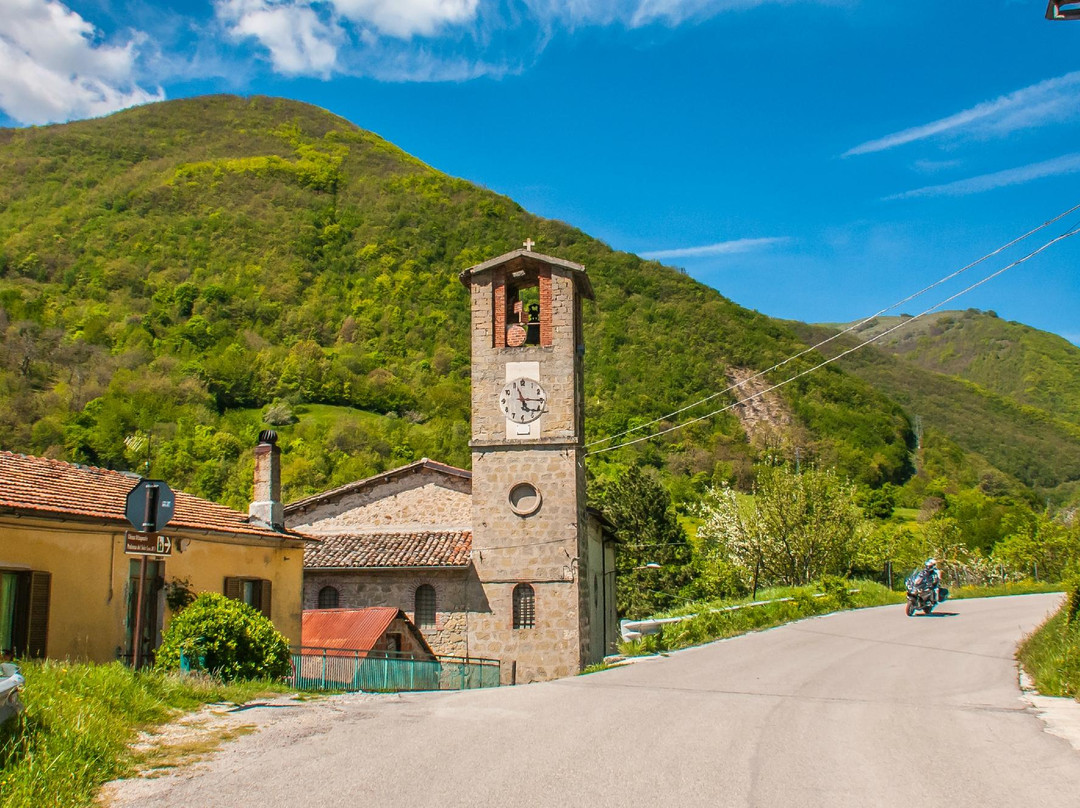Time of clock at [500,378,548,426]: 5:15
